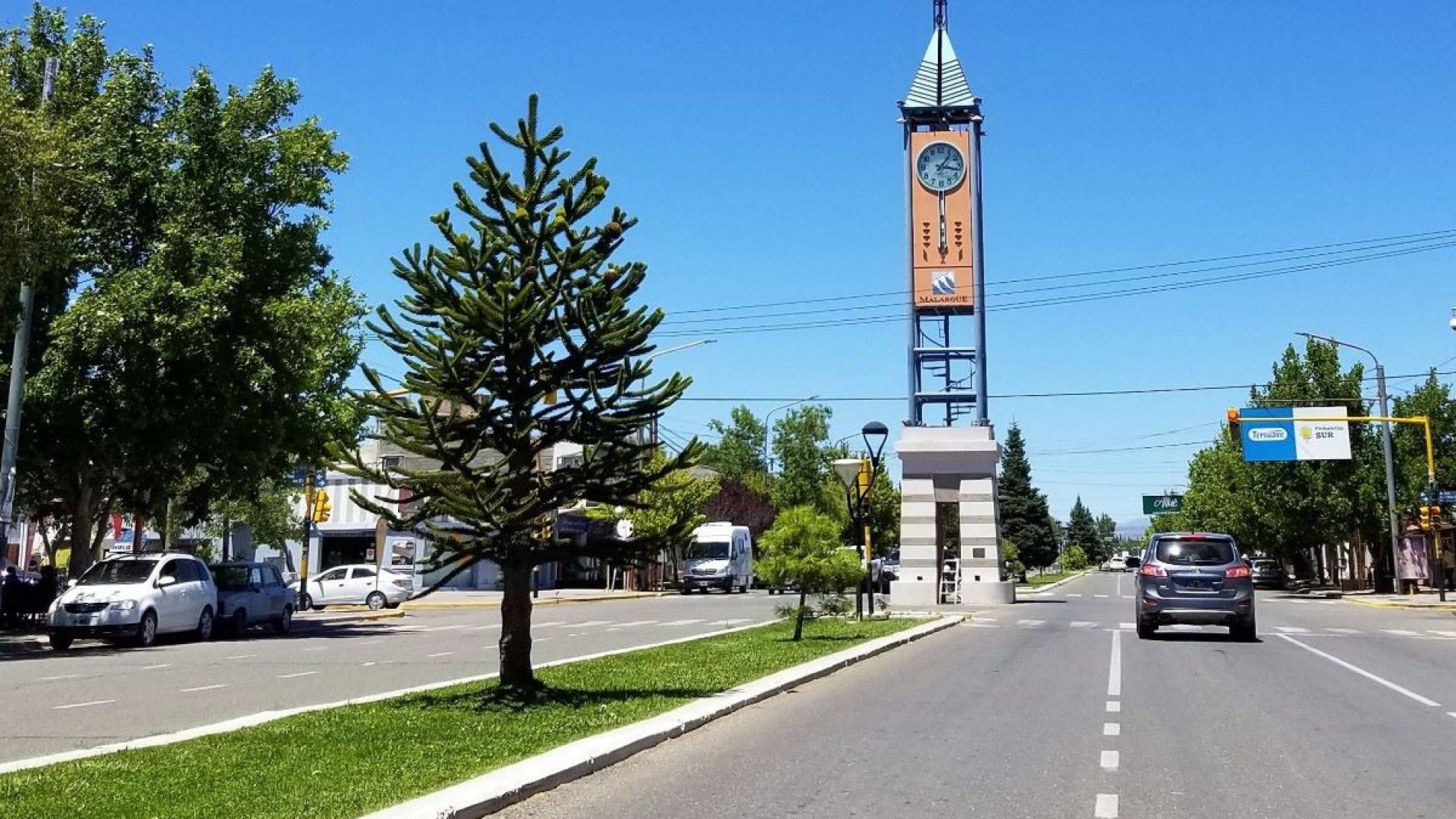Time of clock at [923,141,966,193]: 1:16
